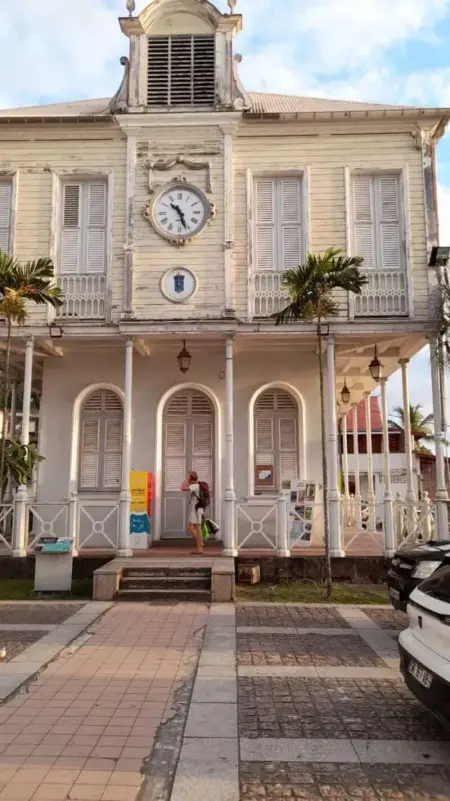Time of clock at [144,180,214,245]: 10:26
